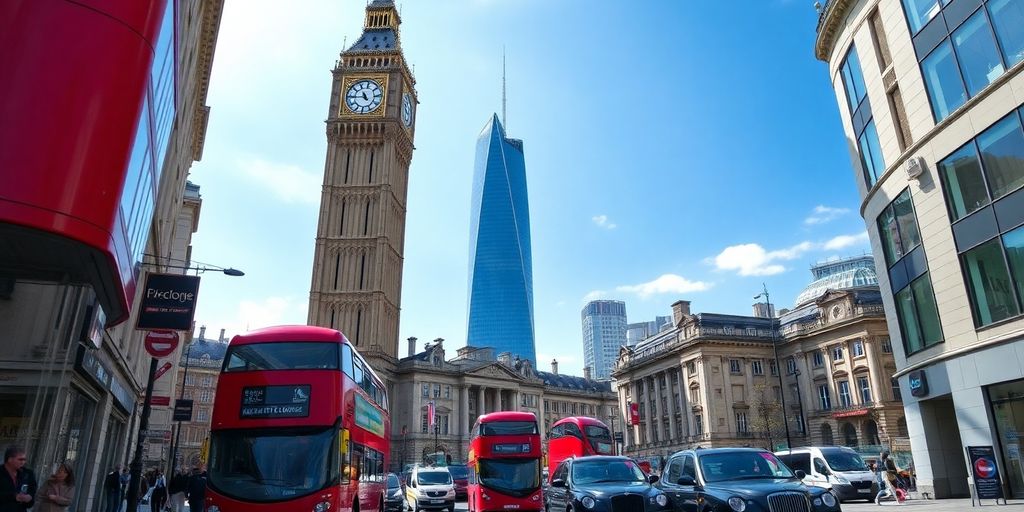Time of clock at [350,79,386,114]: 10:45
